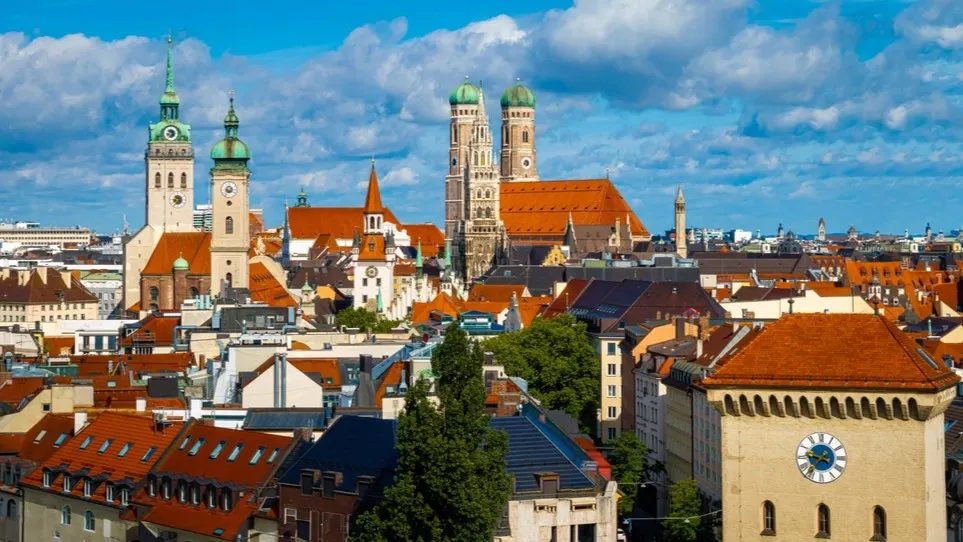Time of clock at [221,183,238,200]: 8:36
